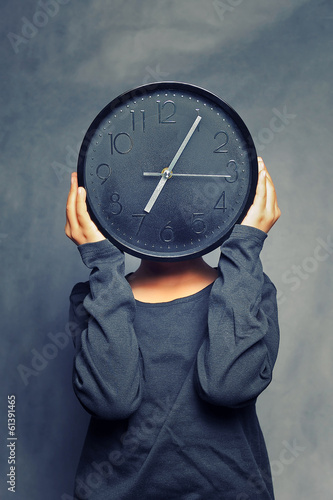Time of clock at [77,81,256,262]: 7:05
